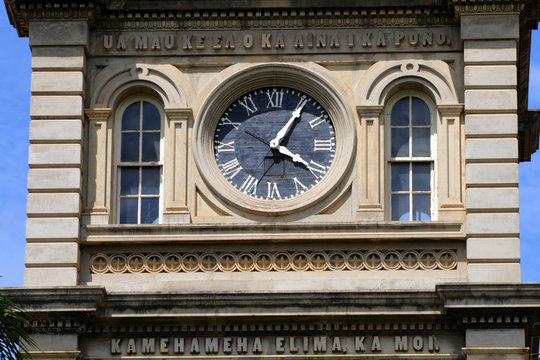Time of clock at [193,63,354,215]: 4:05
